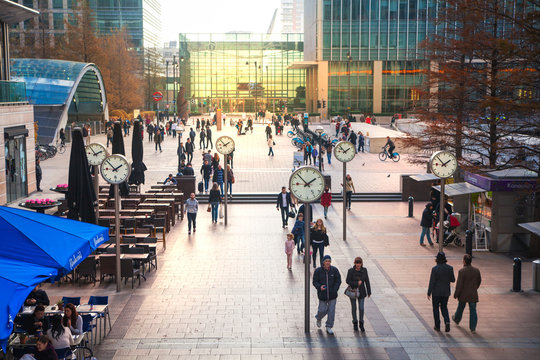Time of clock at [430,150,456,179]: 1:52
